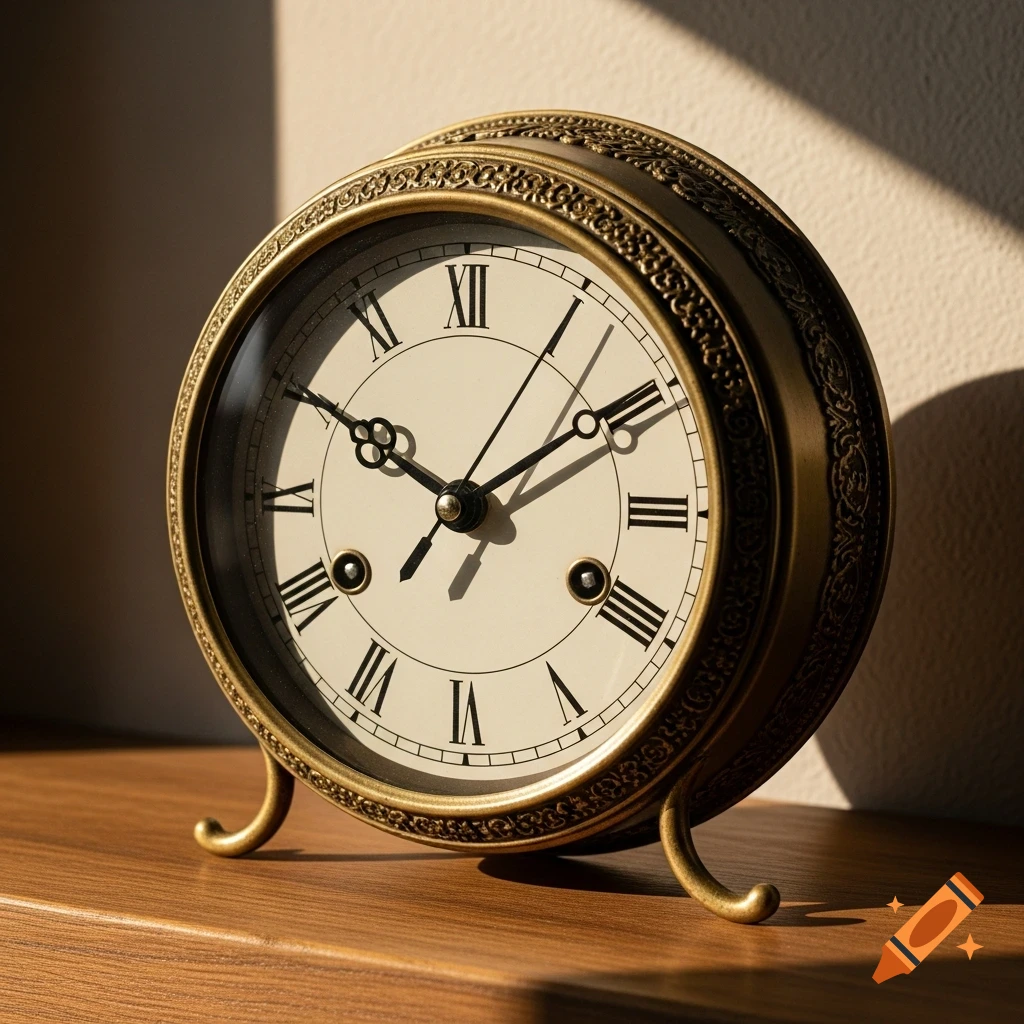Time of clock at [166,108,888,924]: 1:50
